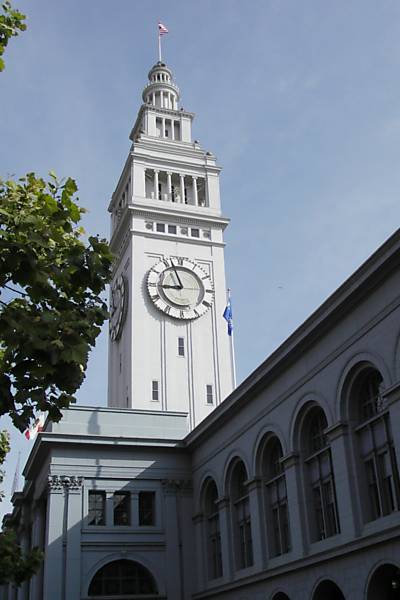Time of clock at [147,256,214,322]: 8:56
